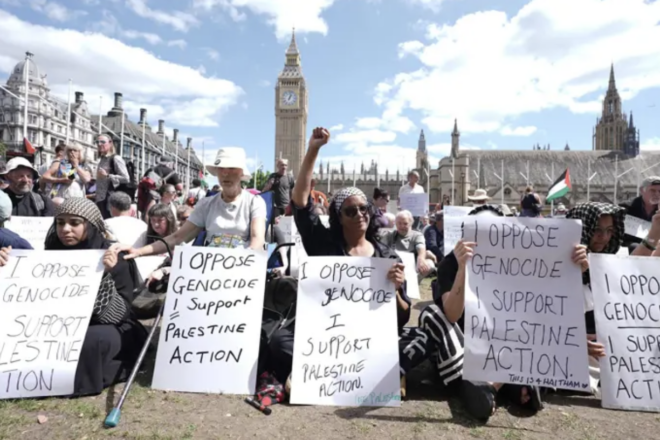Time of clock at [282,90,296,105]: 1:02
